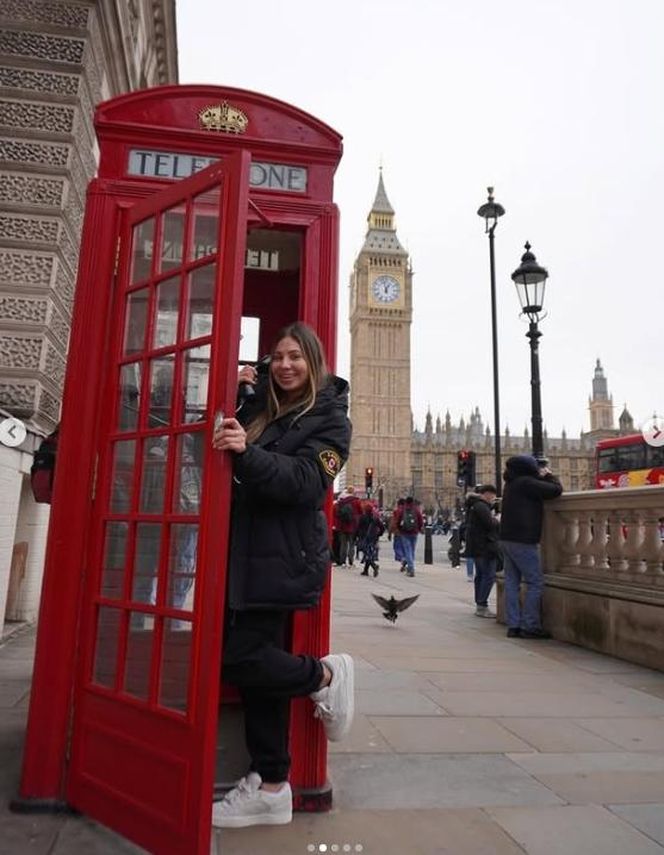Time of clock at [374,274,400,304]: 12:57
